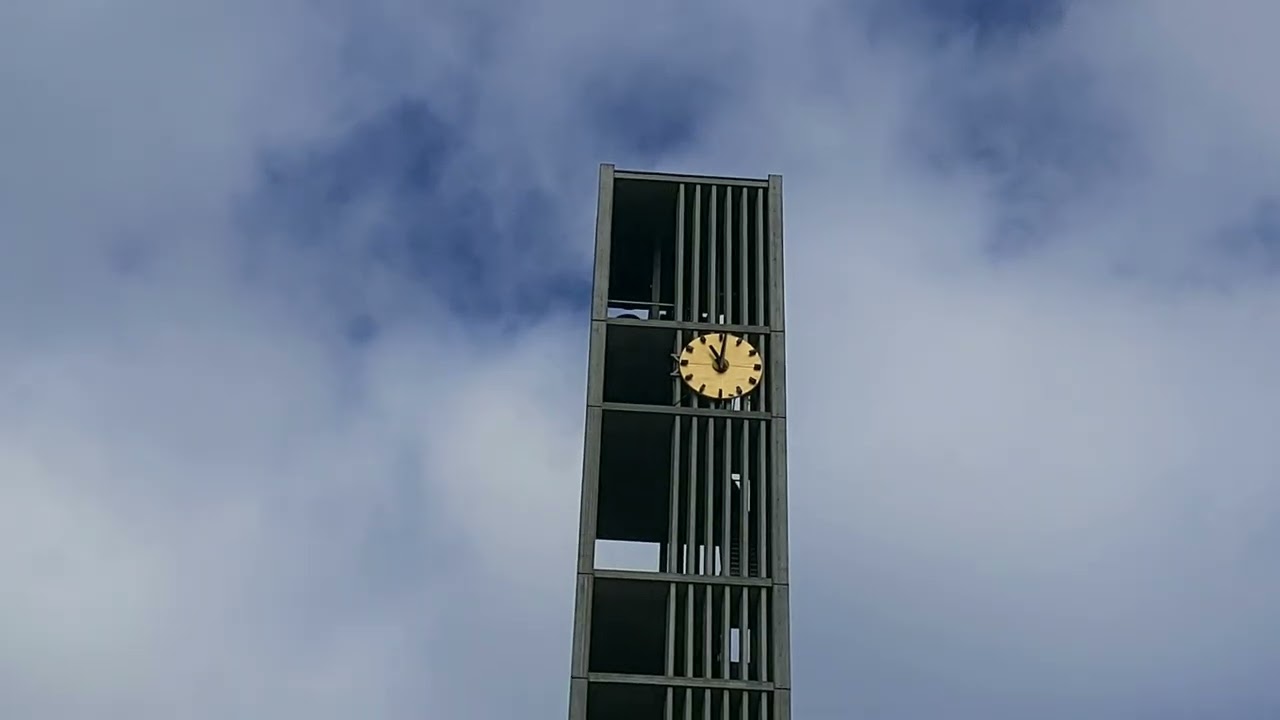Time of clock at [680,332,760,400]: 11:01
